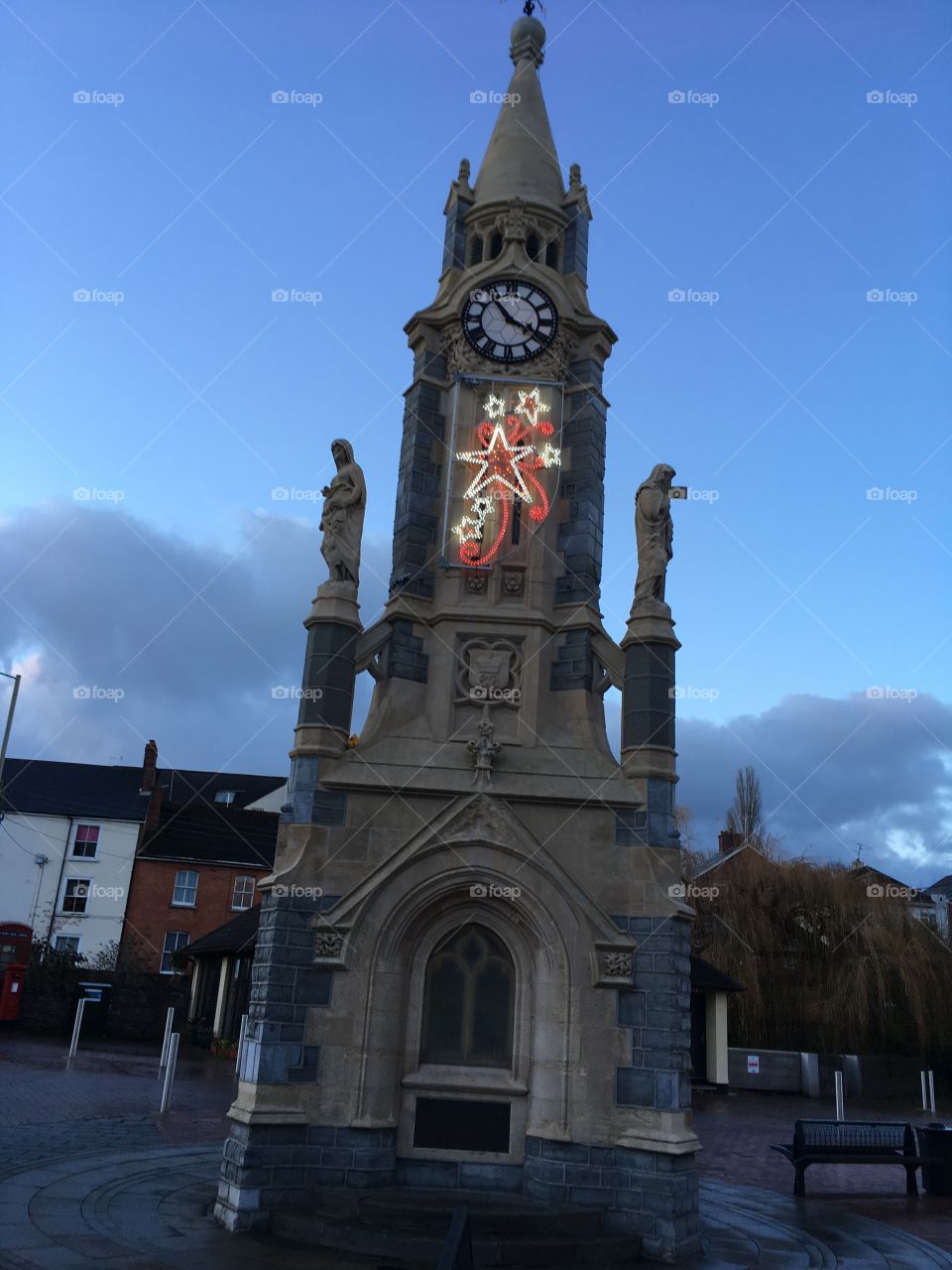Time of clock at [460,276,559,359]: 3:53
